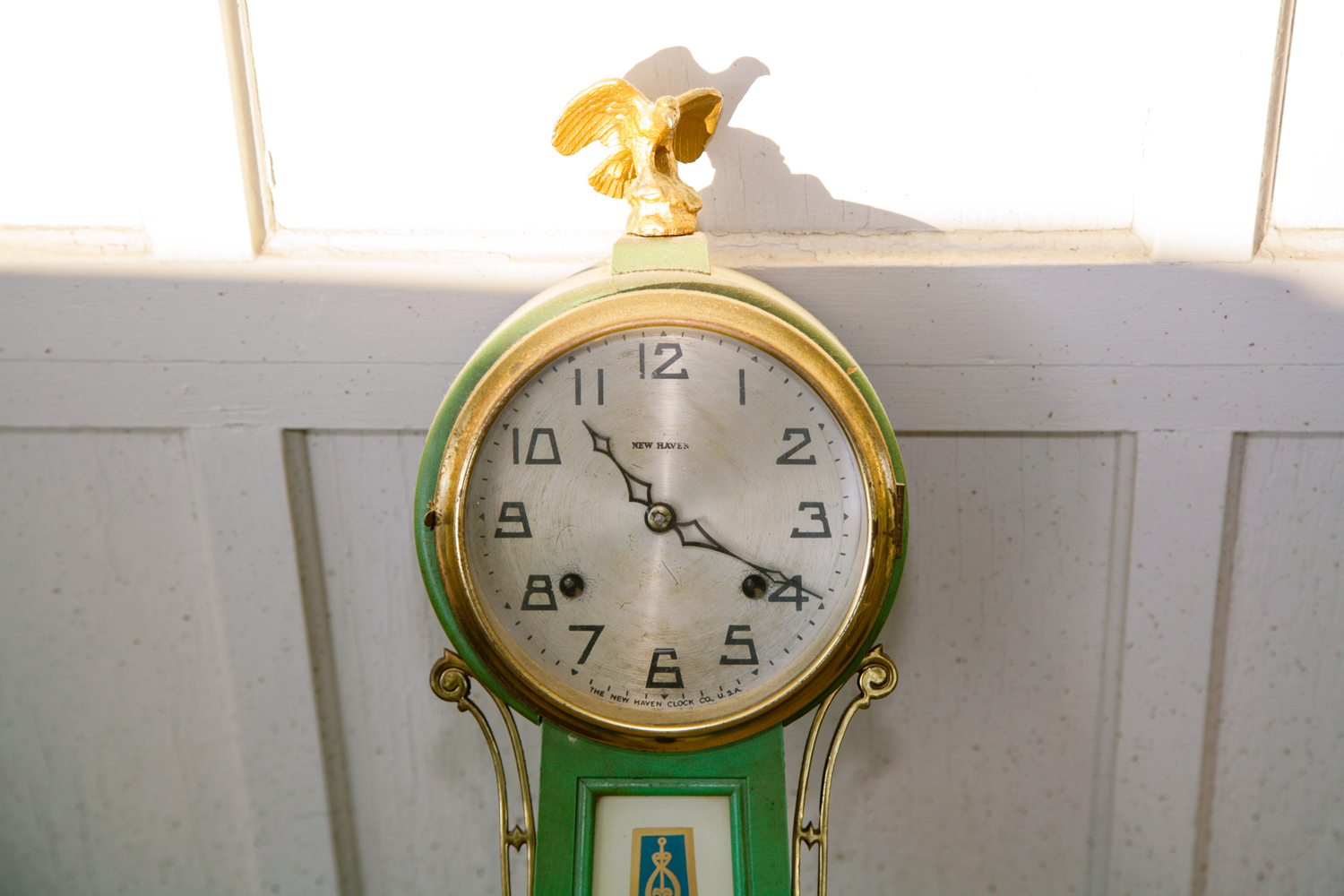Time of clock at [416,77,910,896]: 3:53
